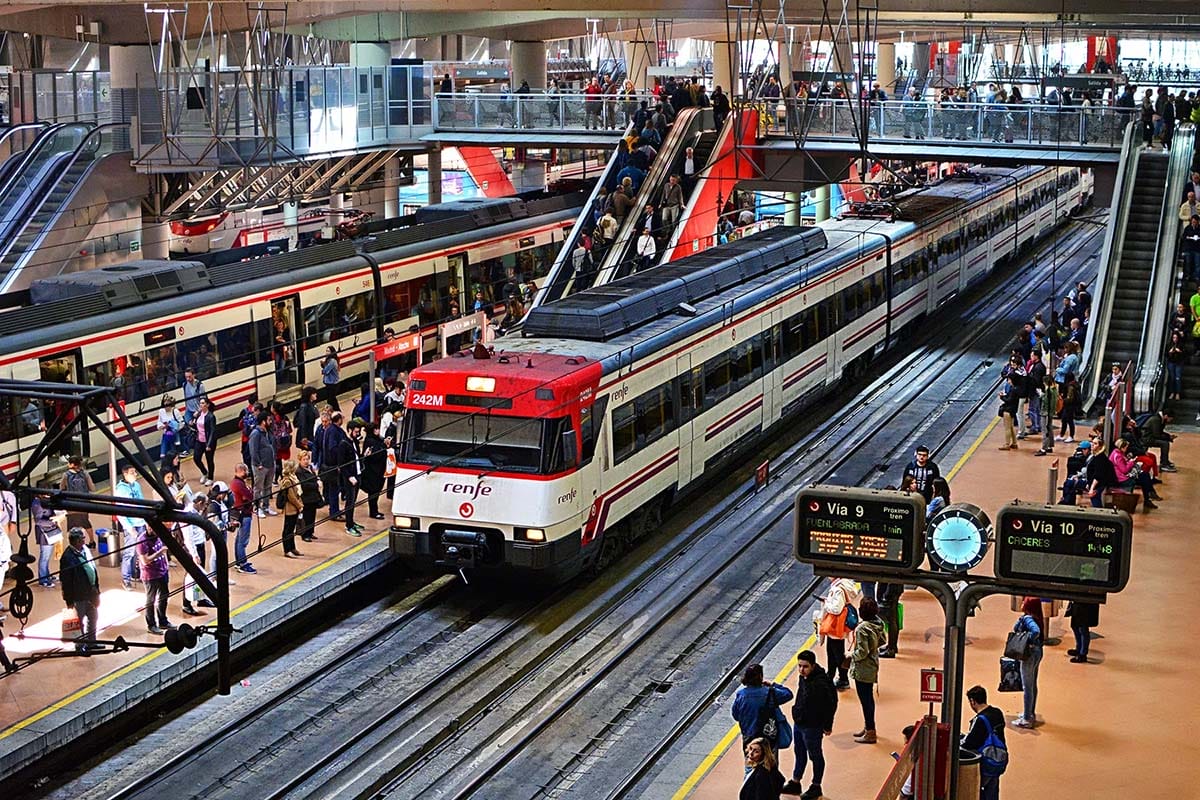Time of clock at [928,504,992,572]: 2:44
